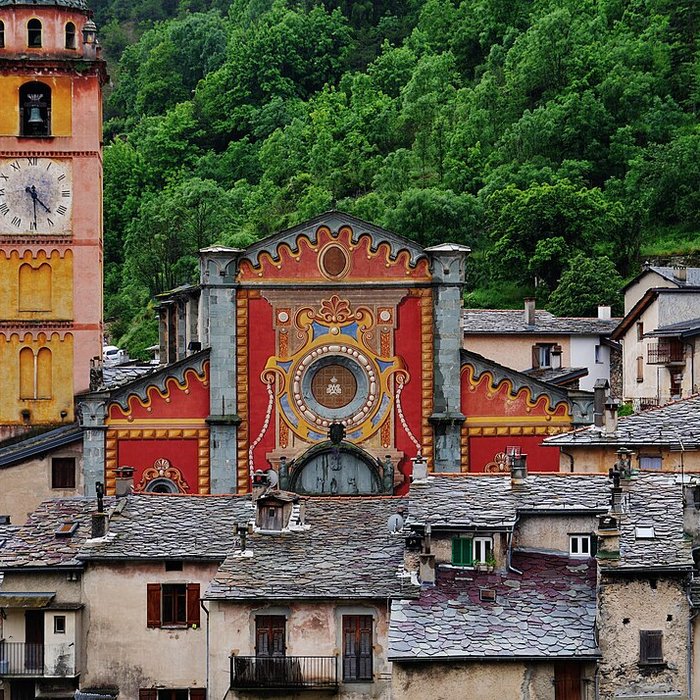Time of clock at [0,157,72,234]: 4:29
